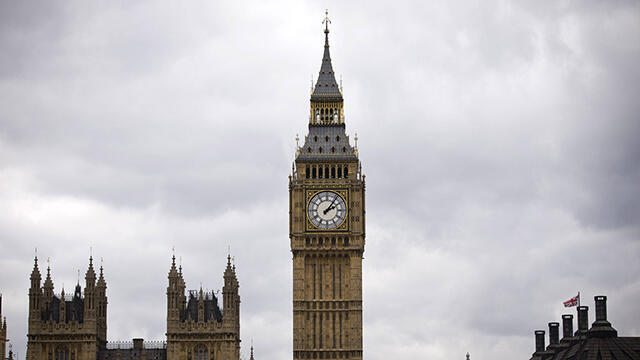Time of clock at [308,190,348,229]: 2:06
